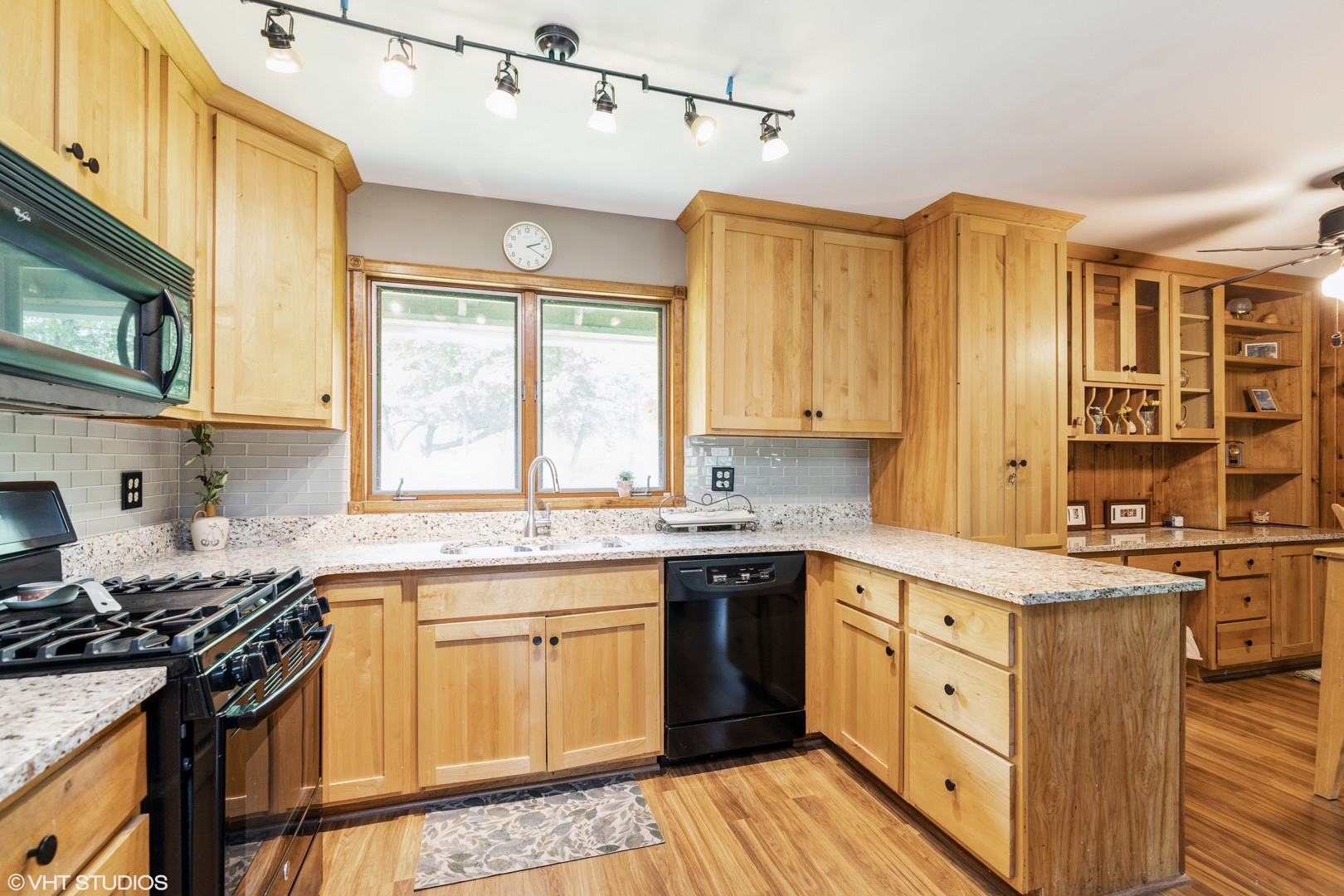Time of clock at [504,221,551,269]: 2:20
